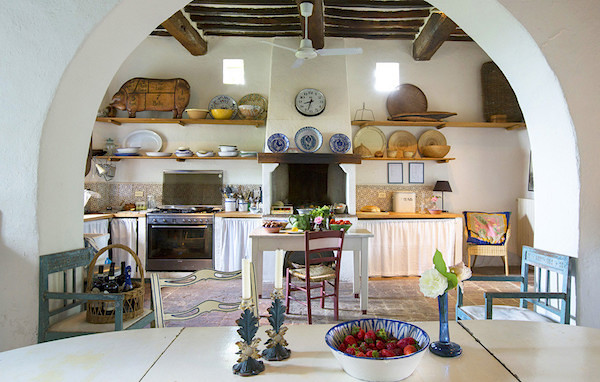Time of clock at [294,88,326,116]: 8:32
